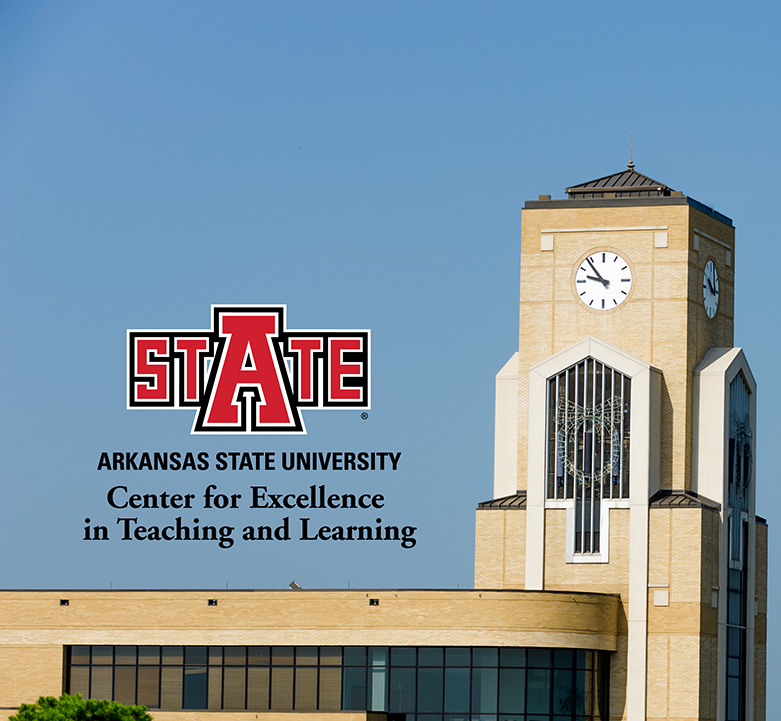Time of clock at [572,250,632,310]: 9:53
